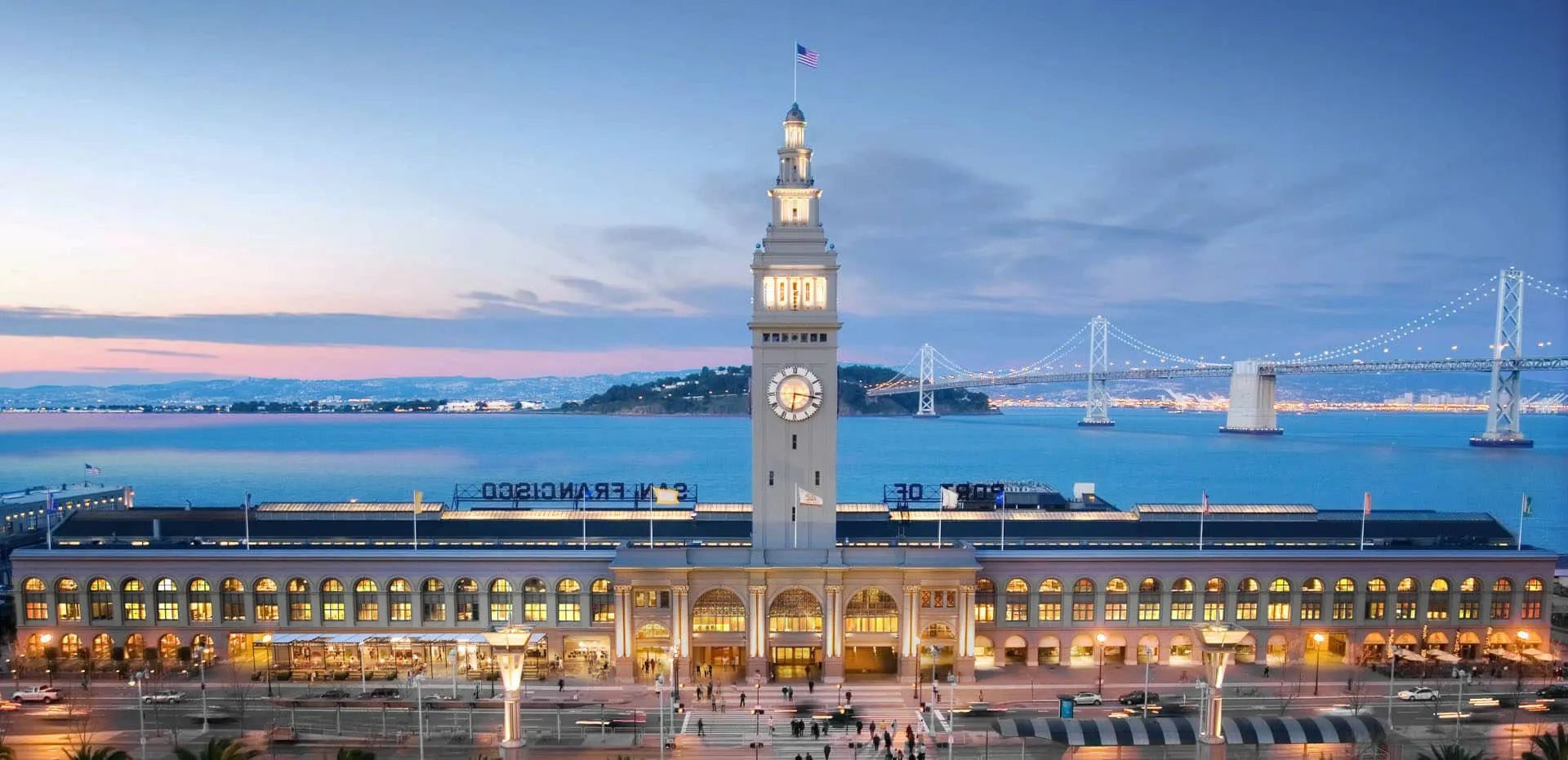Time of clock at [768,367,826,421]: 6:16
